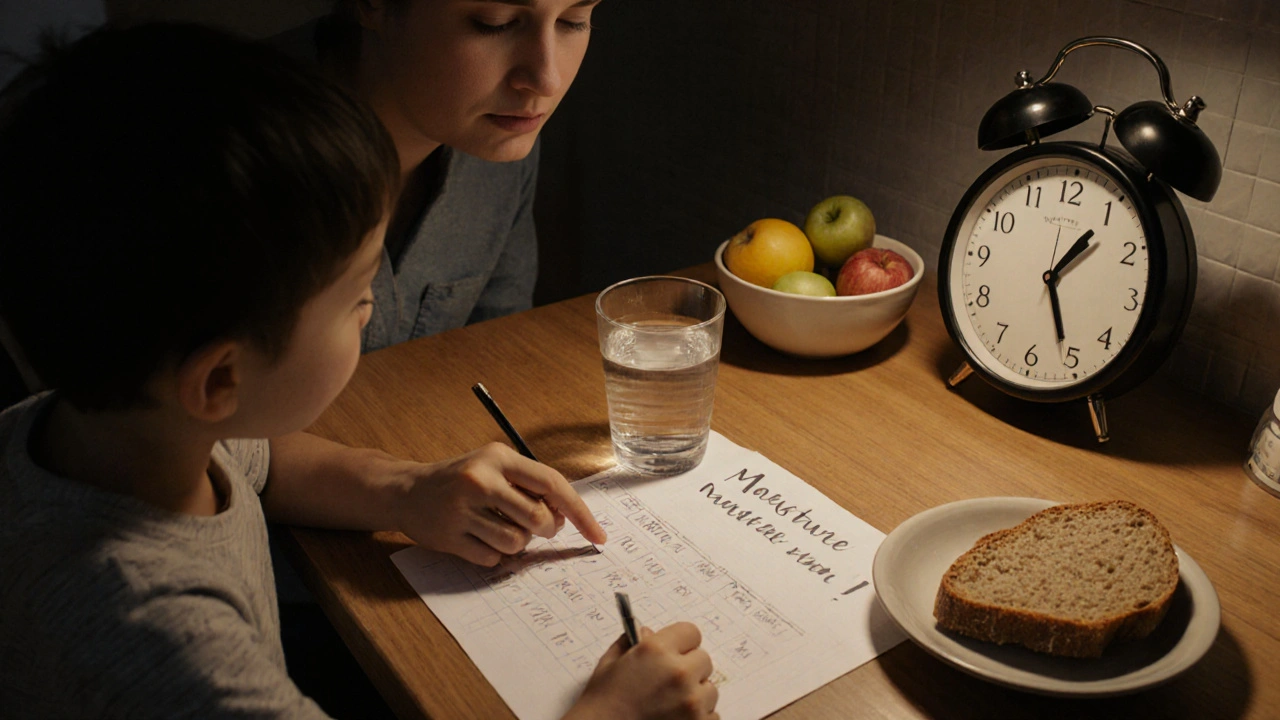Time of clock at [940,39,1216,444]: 1:25
